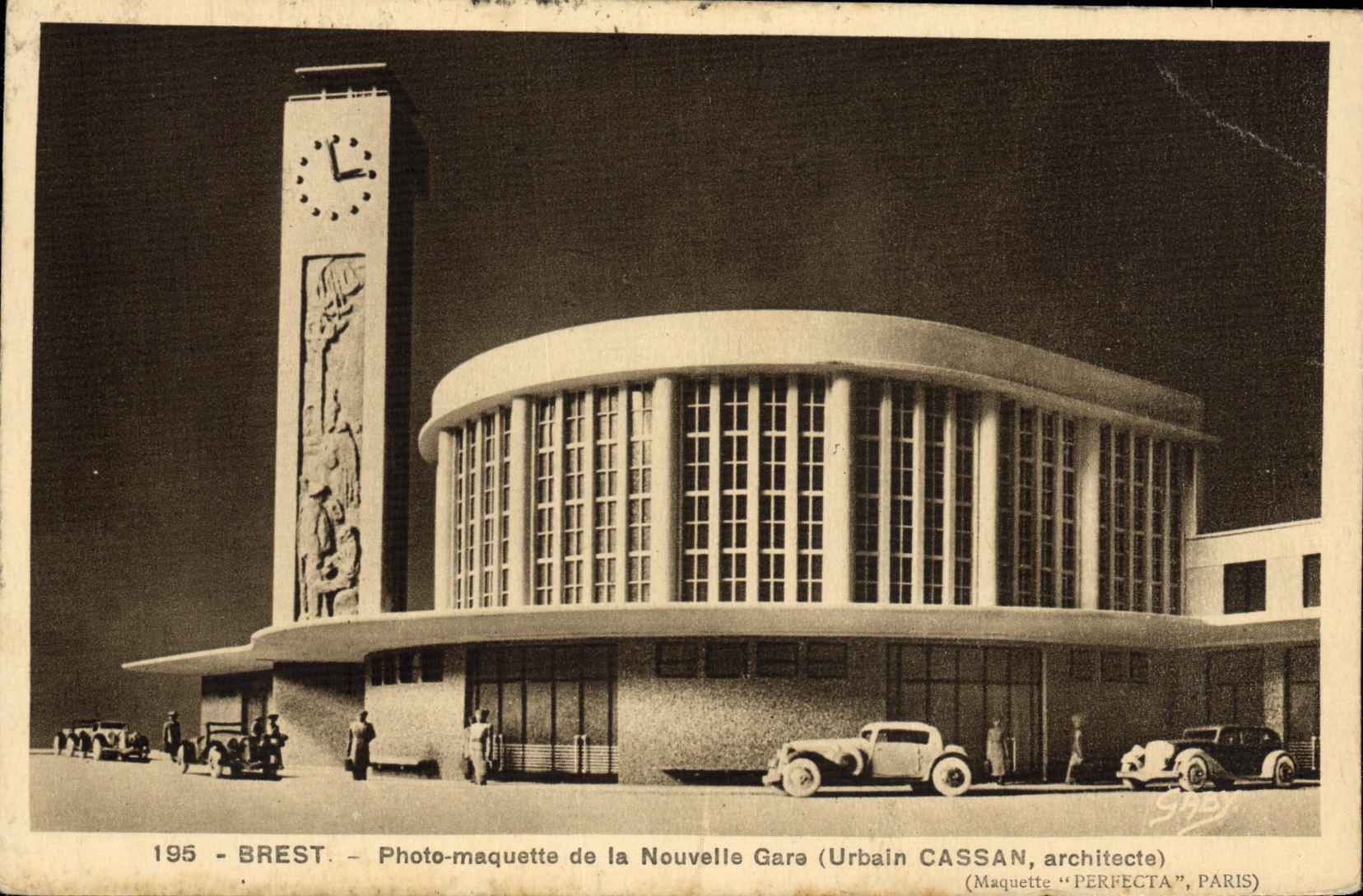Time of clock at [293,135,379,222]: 2:58
